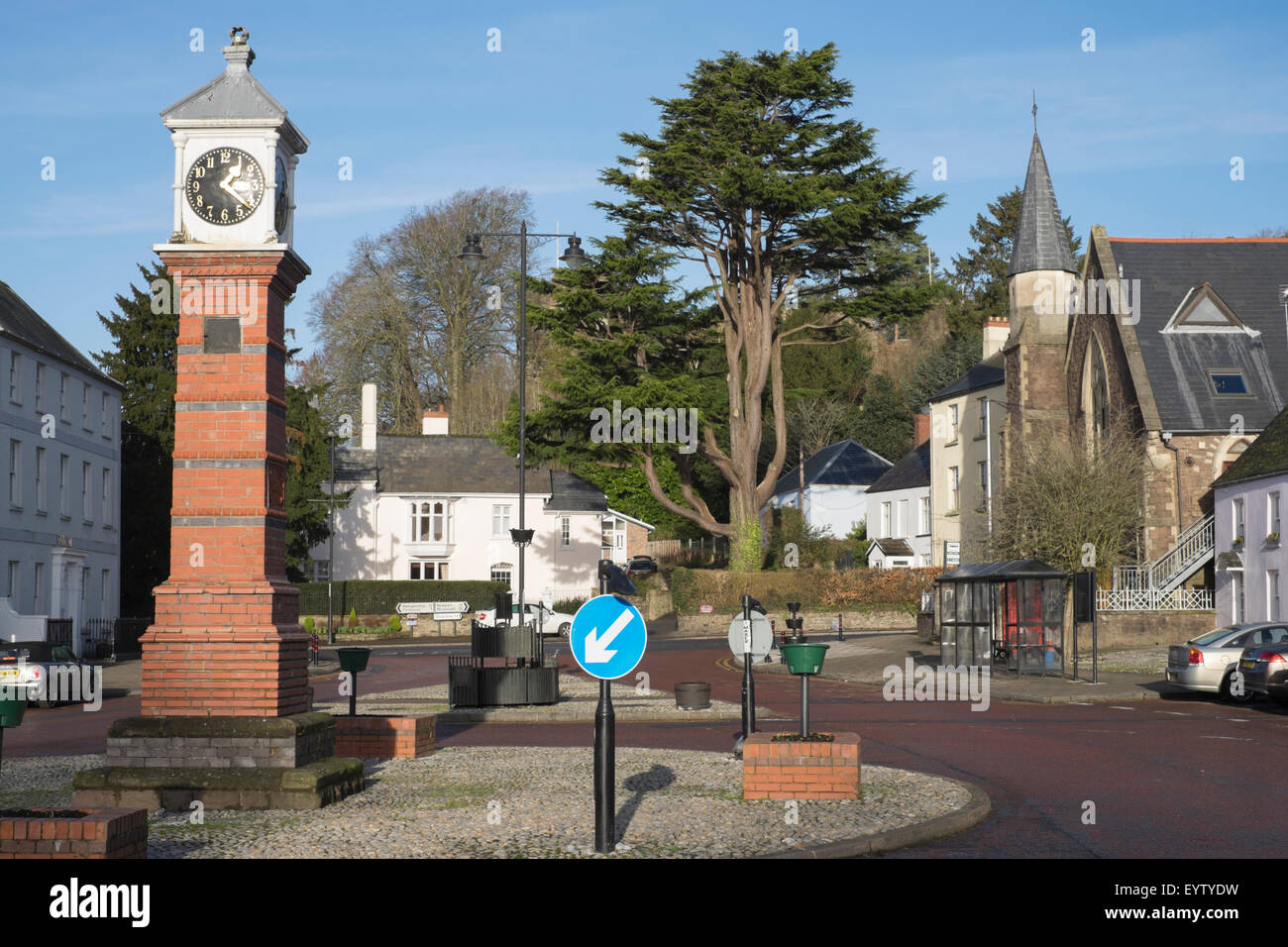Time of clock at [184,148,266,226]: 1:22
